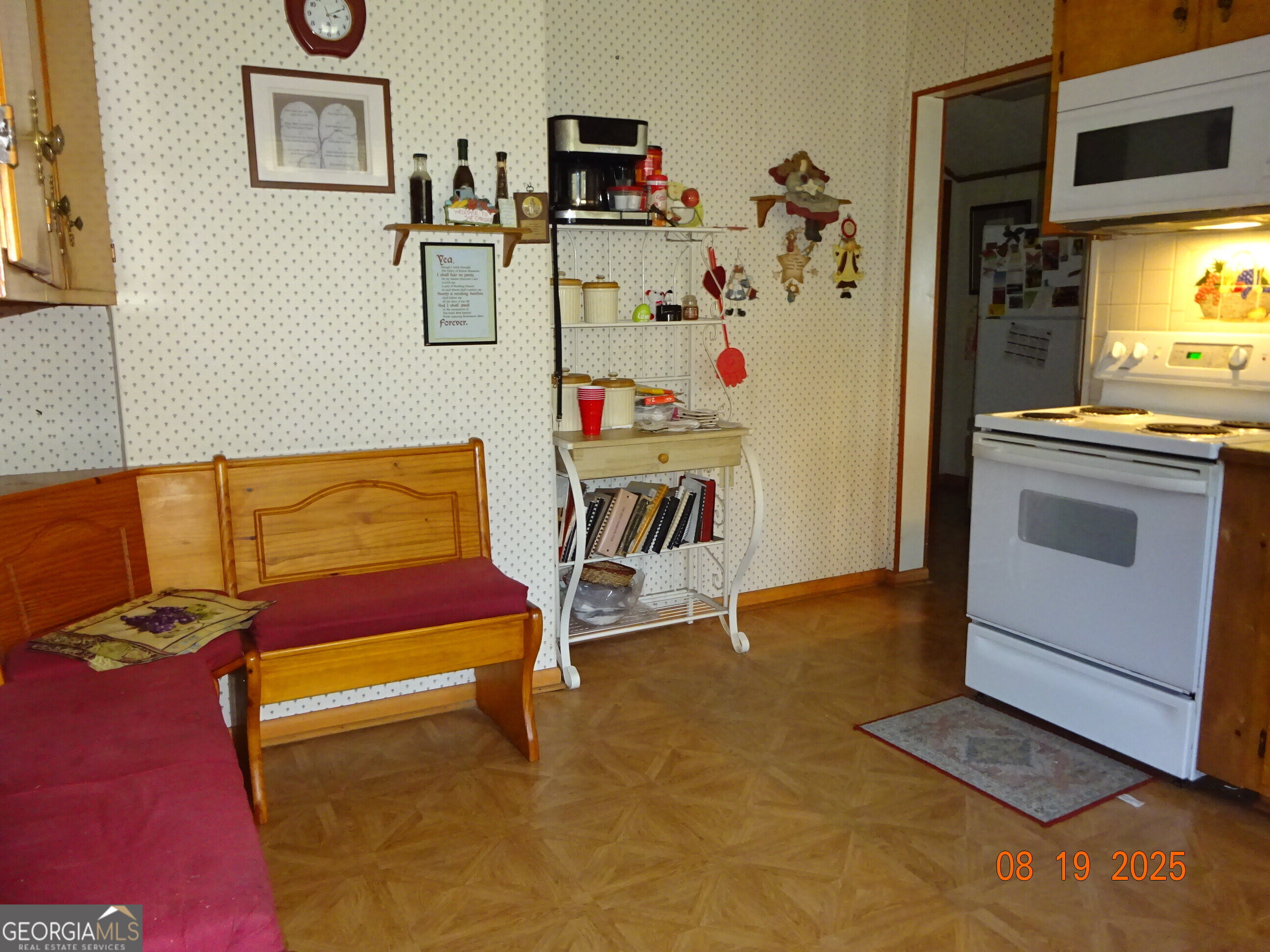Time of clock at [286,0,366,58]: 3:10
